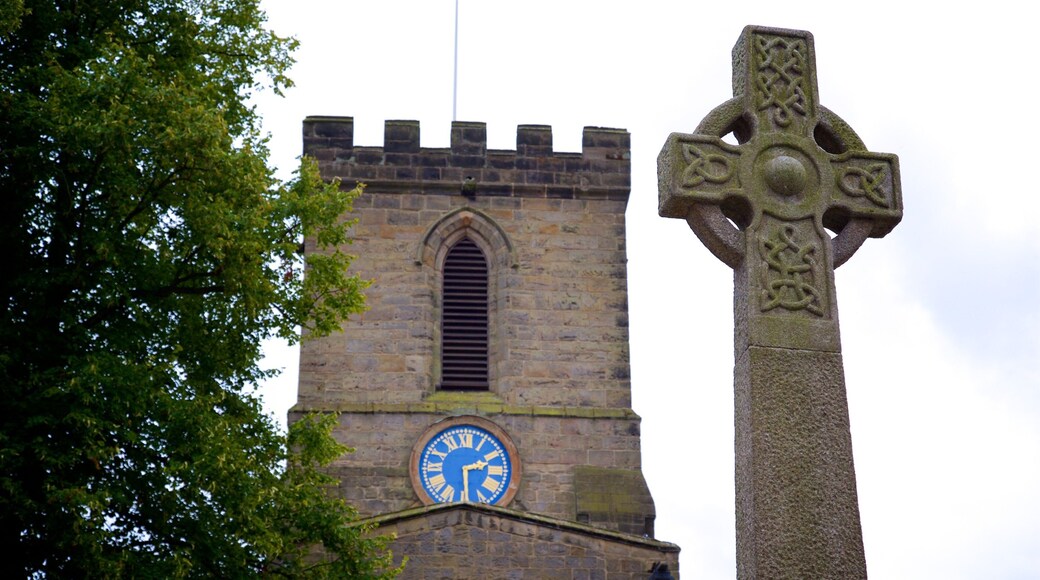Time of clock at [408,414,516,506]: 2:29
